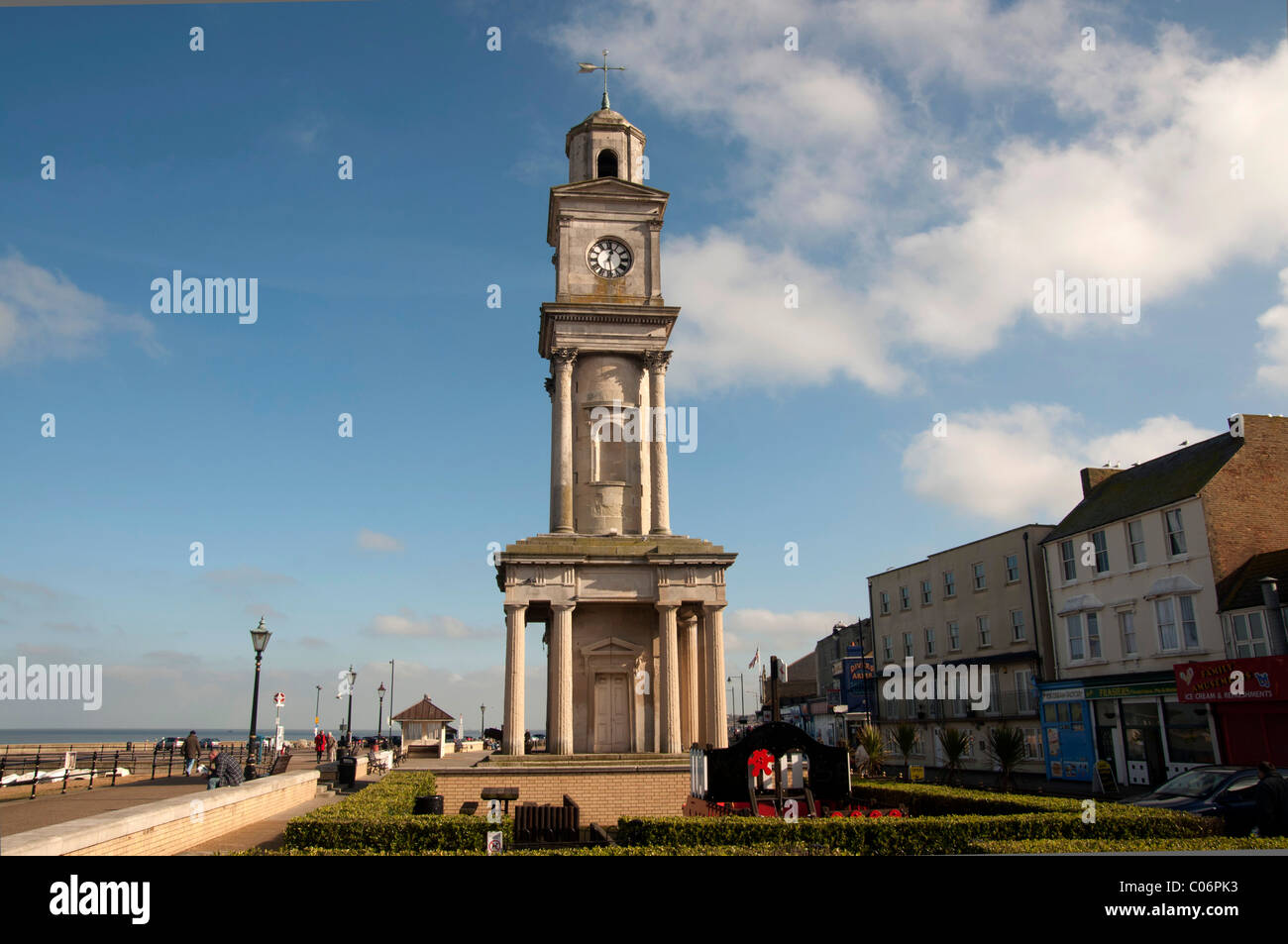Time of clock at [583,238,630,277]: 12:28
